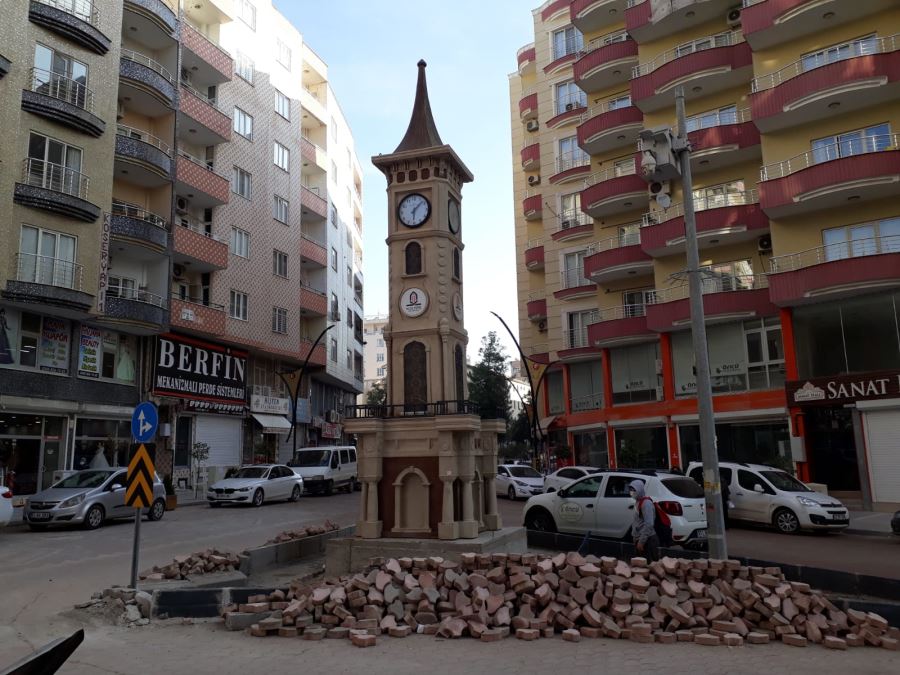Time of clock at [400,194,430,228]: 6:07
